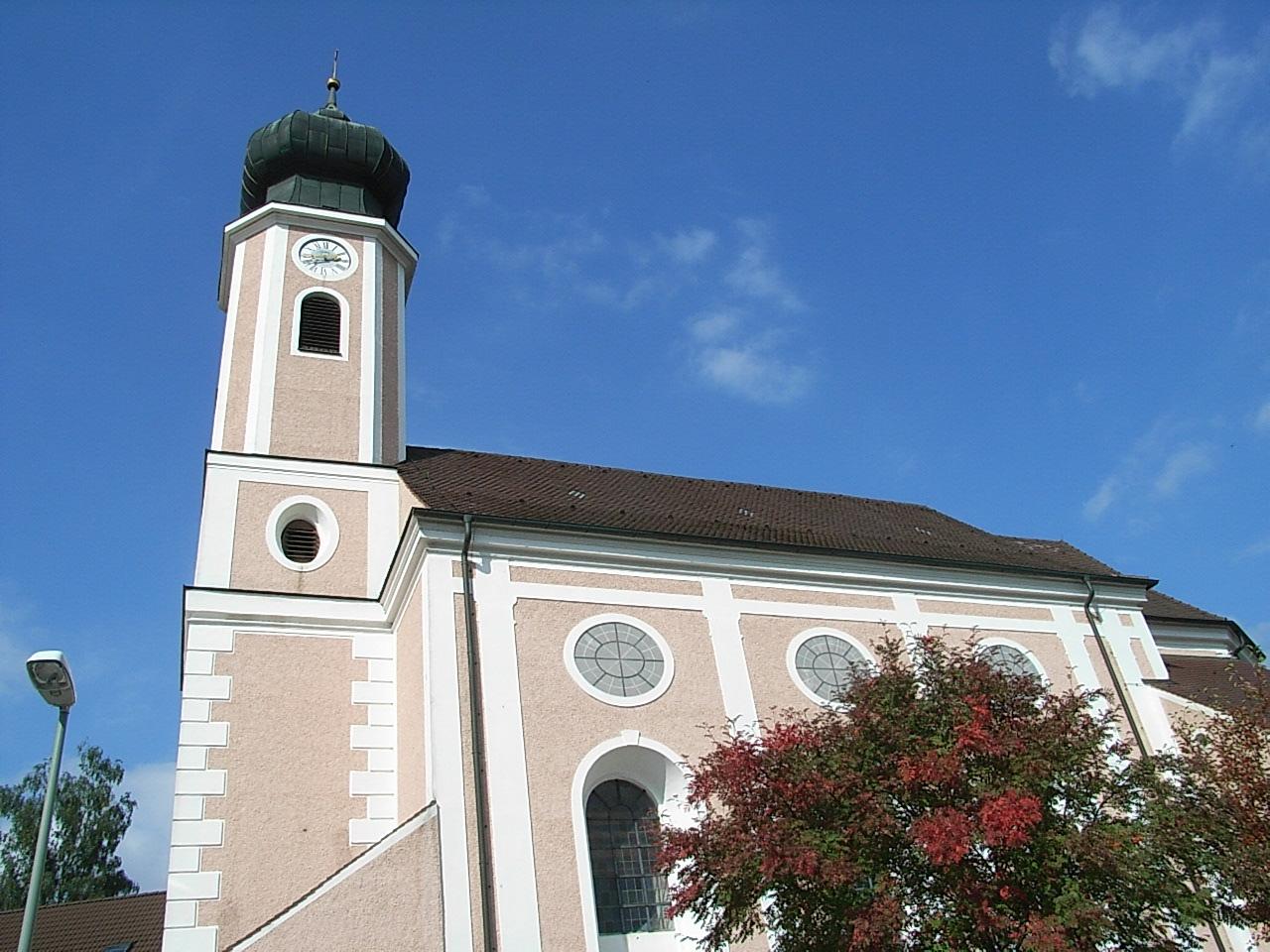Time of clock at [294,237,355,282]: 2:42
